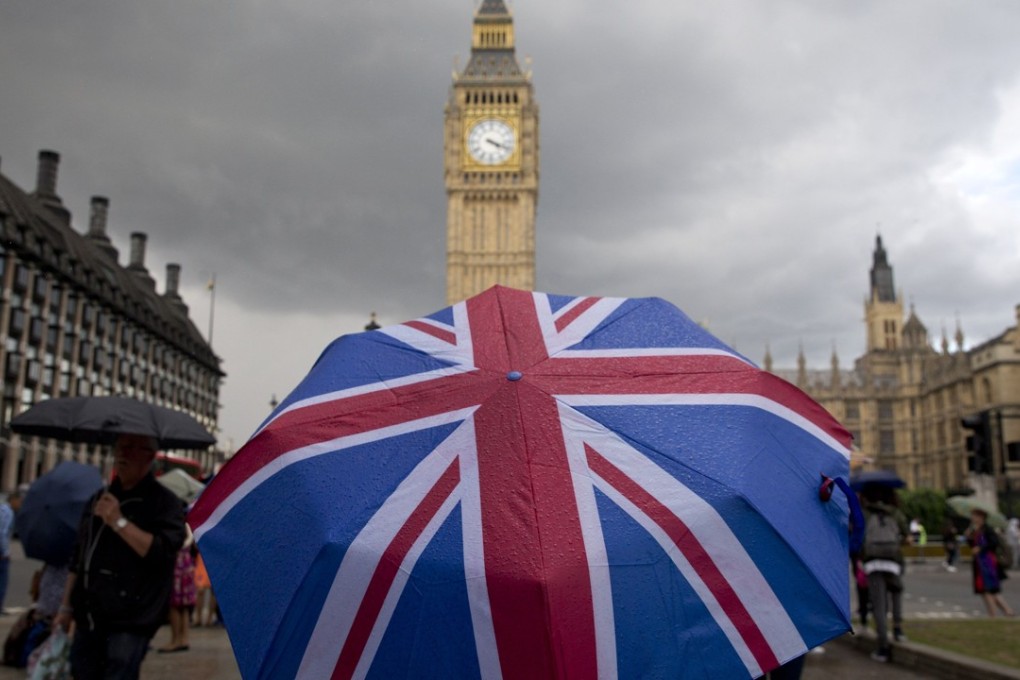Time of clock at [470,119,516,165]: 4:18
